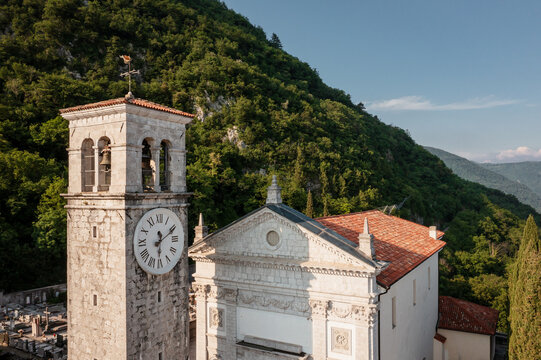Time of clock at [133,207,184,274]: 12:10
